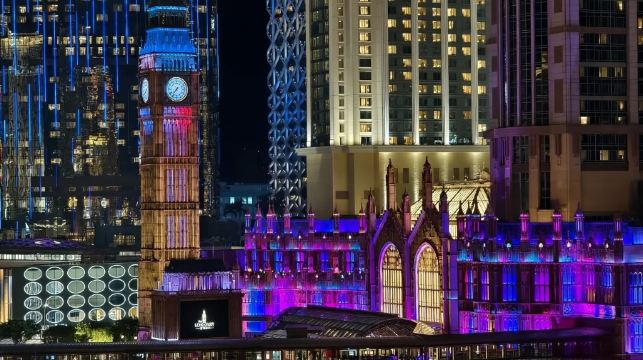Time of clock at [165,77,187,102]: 7:36
